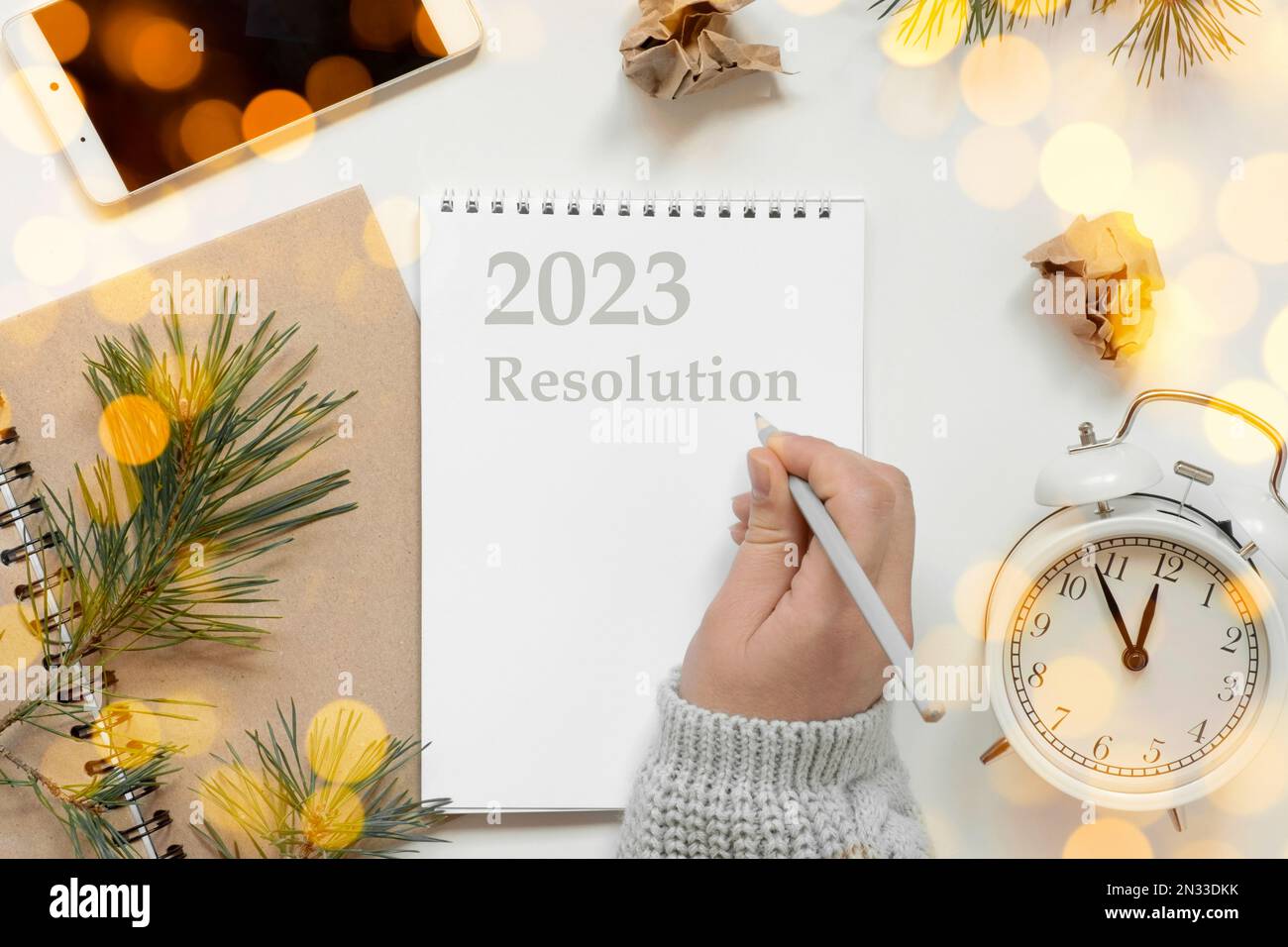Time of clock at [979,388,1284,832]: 11:52
